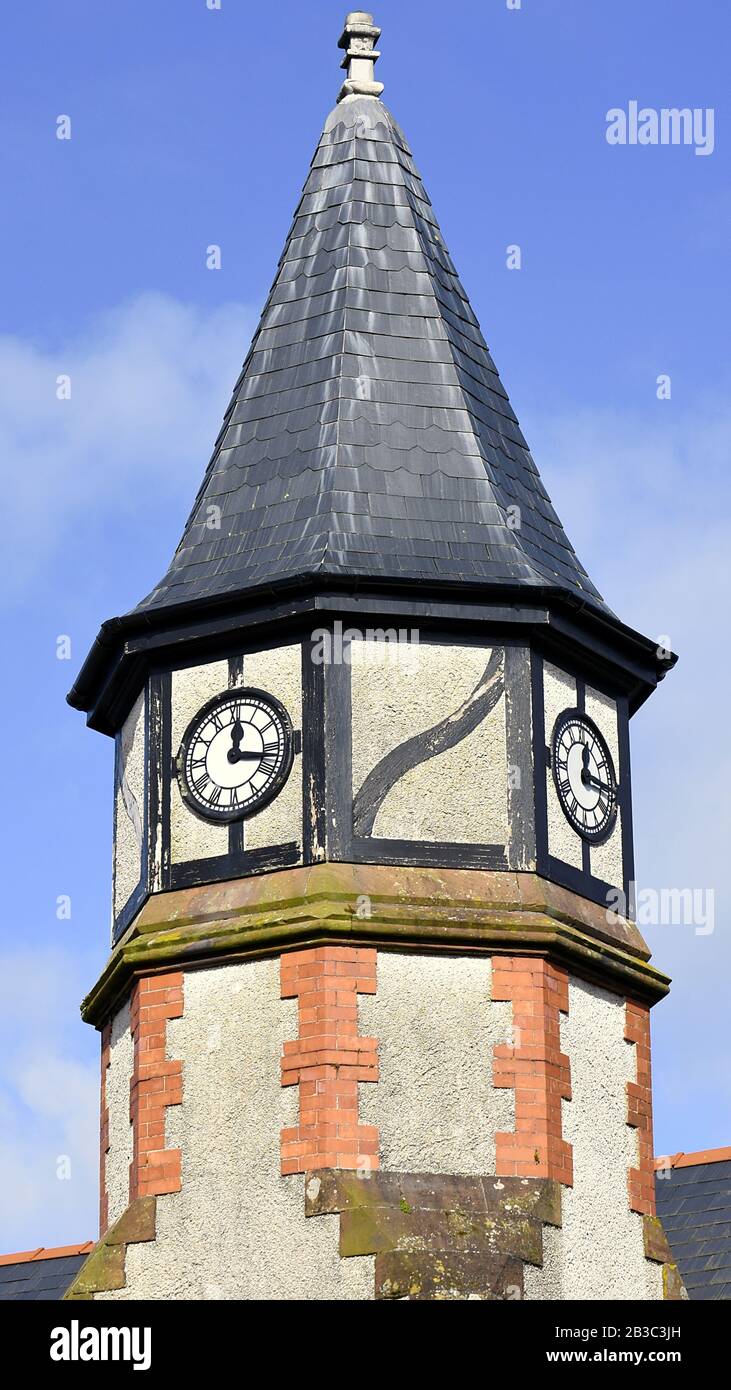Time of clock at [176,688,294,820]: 12:16
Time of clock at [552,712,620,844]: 12:16
